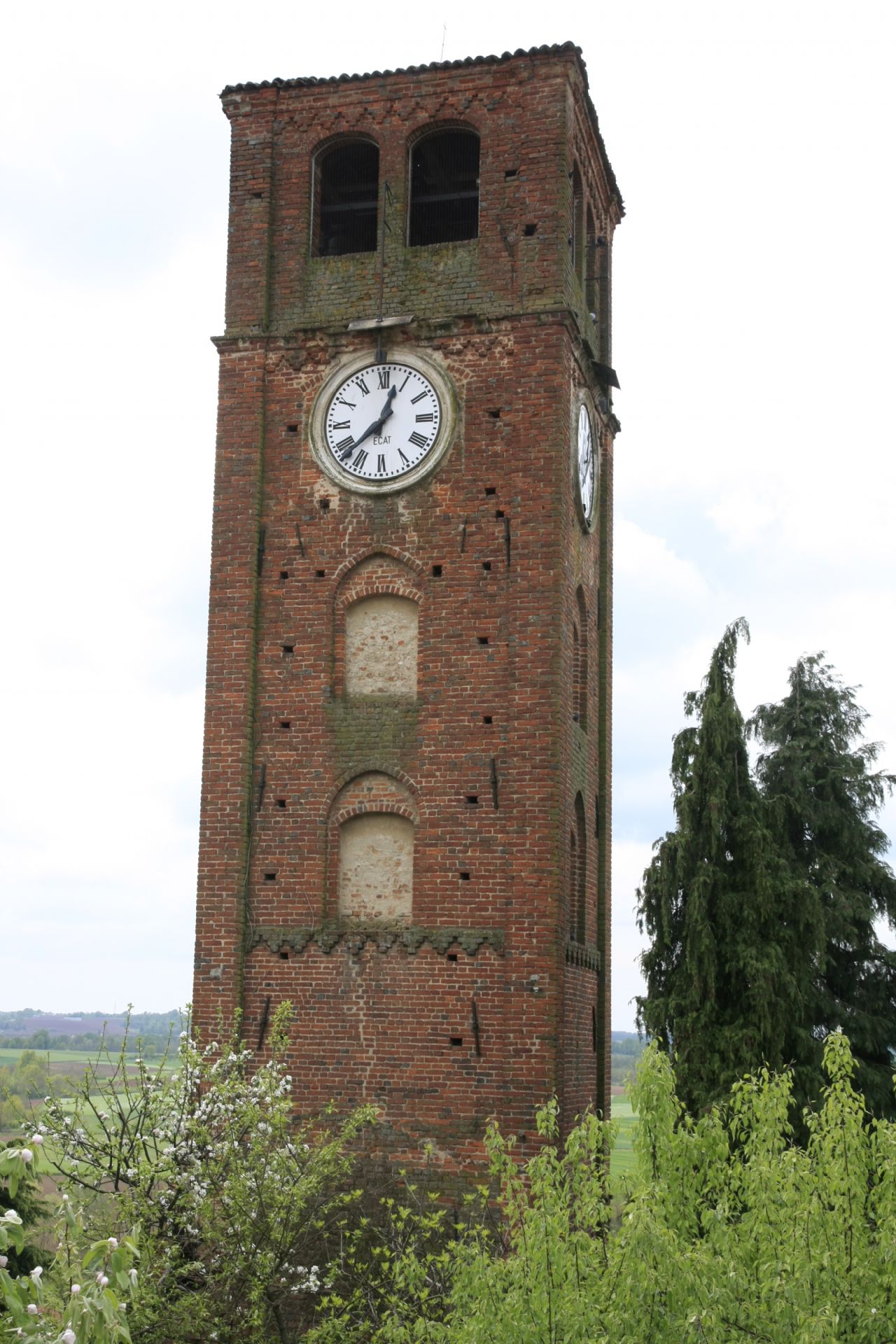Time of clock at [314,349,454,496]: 12:37
